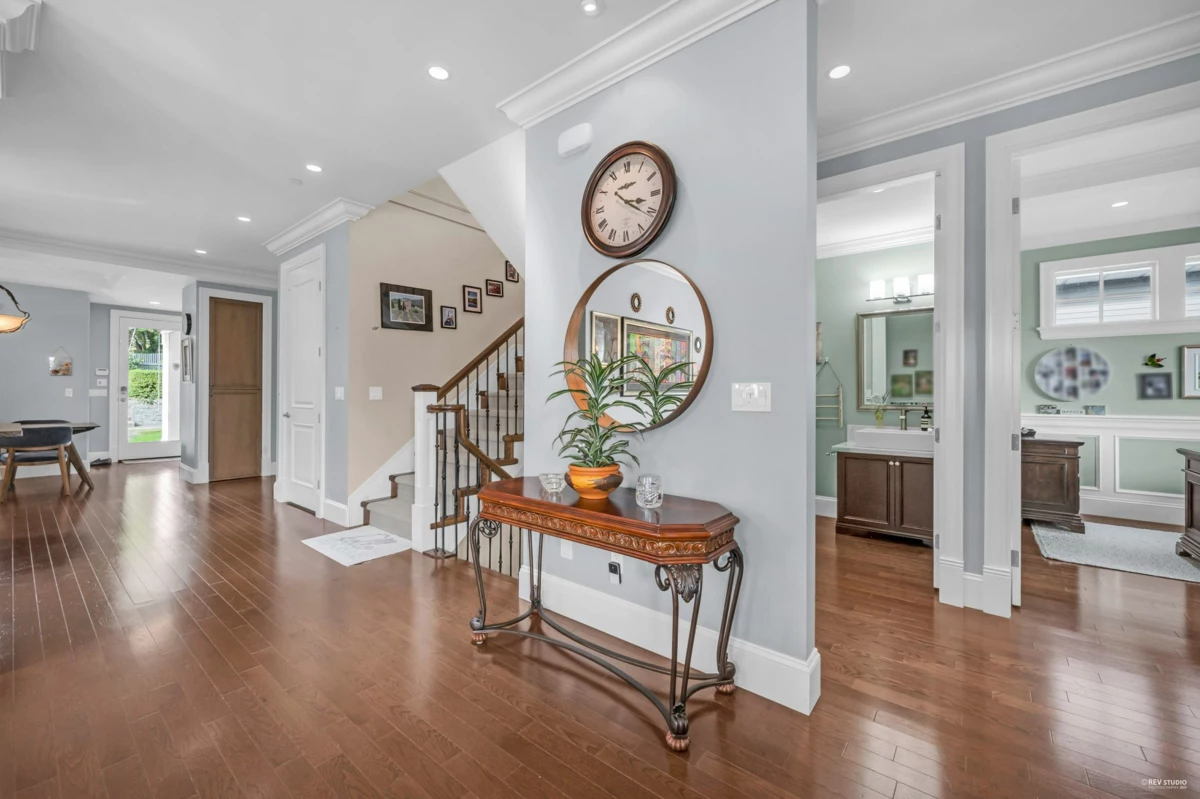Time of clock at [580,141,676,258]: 3:20
